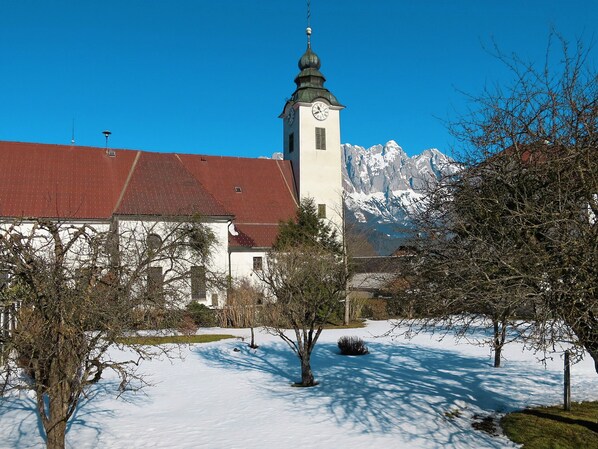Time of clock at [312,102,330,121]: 10:41
